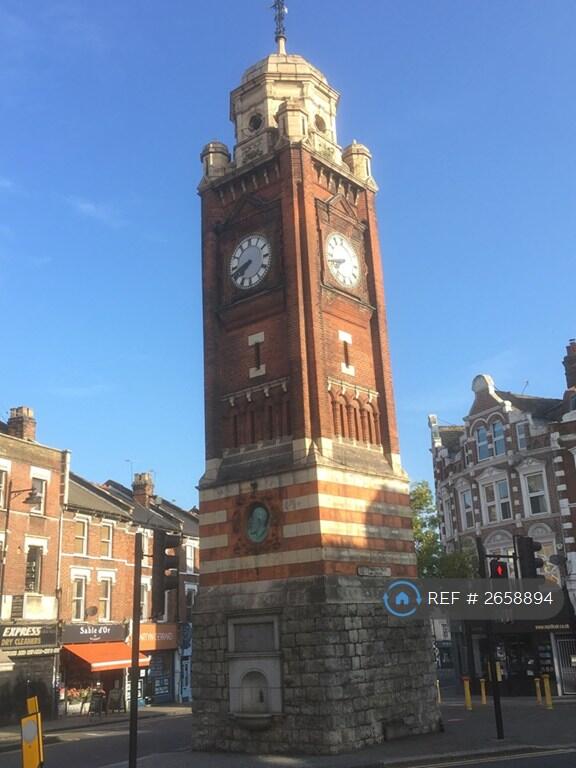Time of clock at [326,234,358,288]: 7:42
